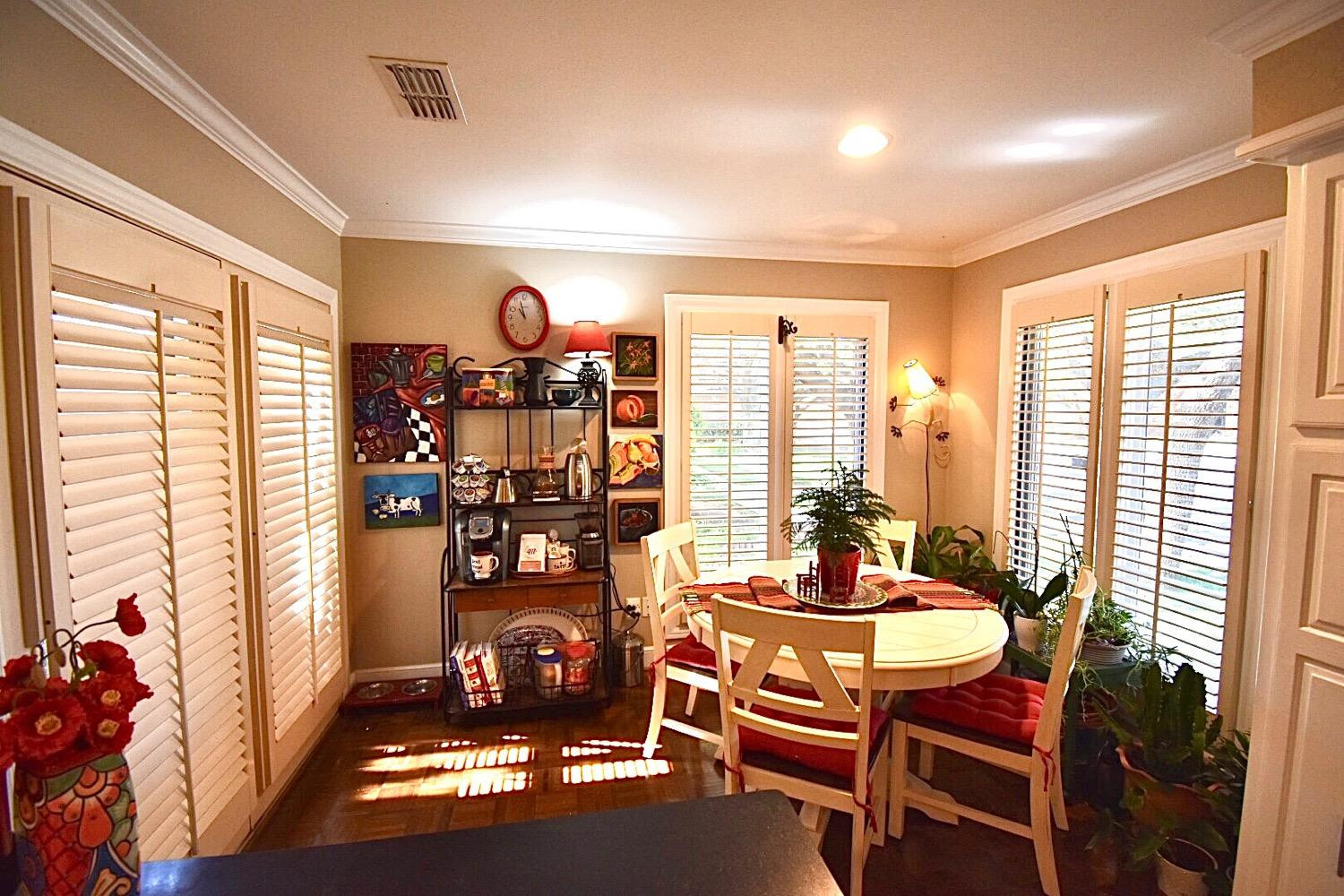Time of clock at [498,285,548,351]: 10:57
